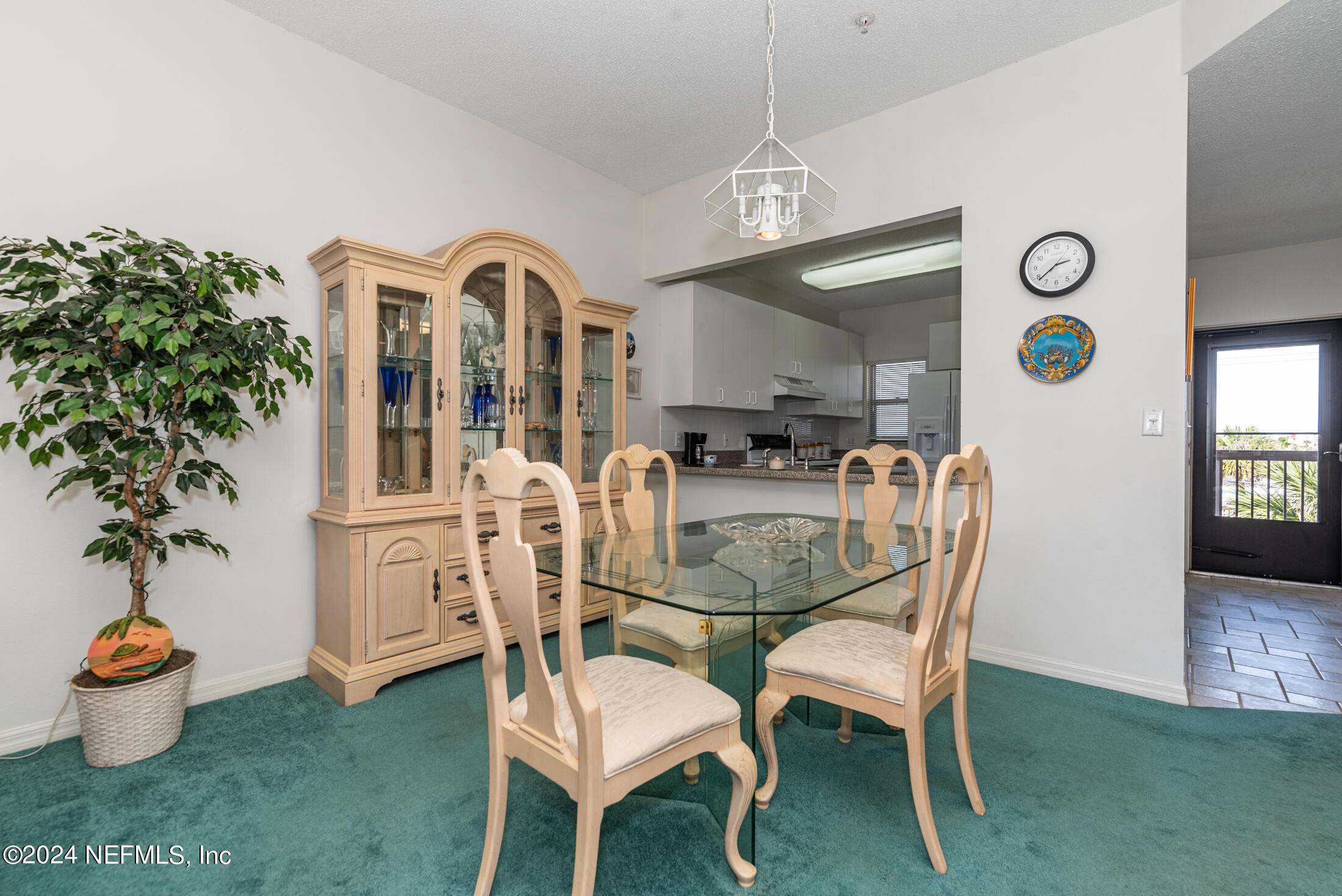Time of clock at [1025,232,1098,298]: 2:38
